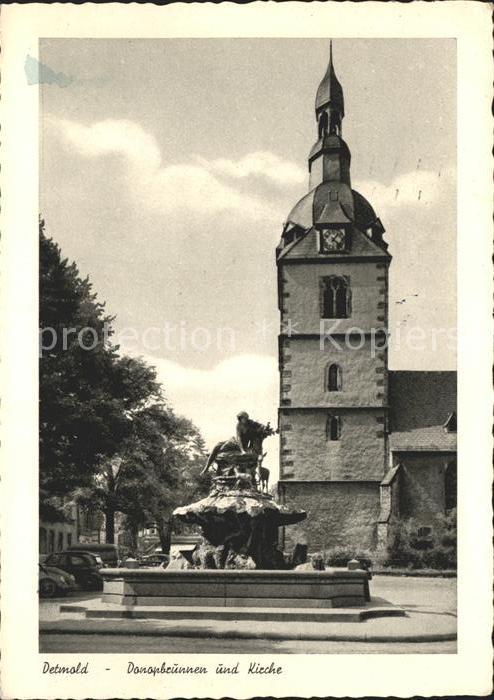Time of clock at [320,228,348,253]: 1:22
